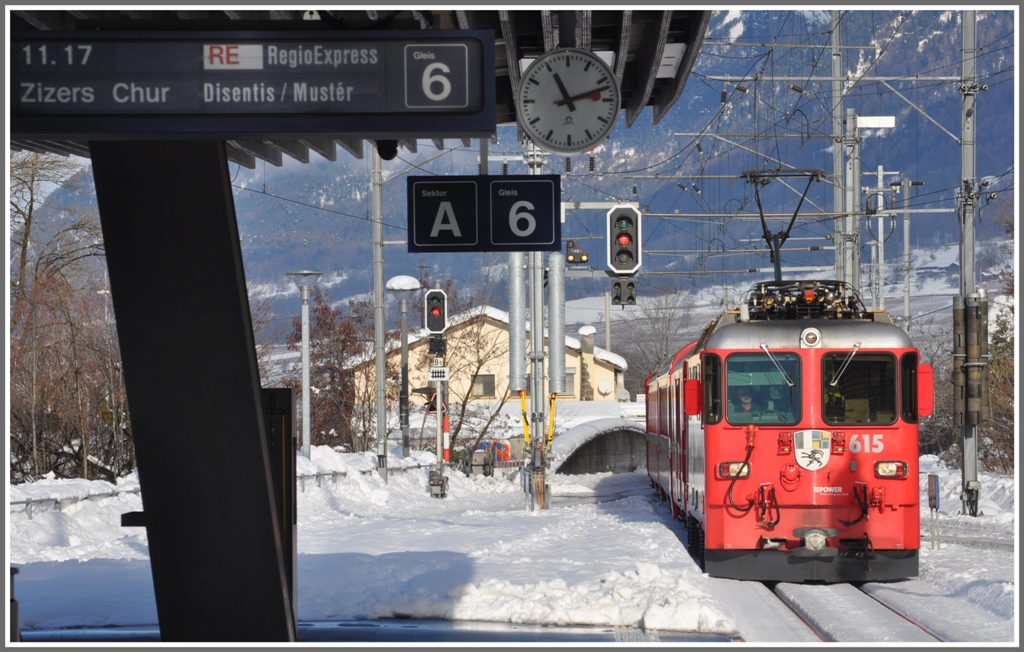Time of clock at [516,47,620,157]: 11:12
